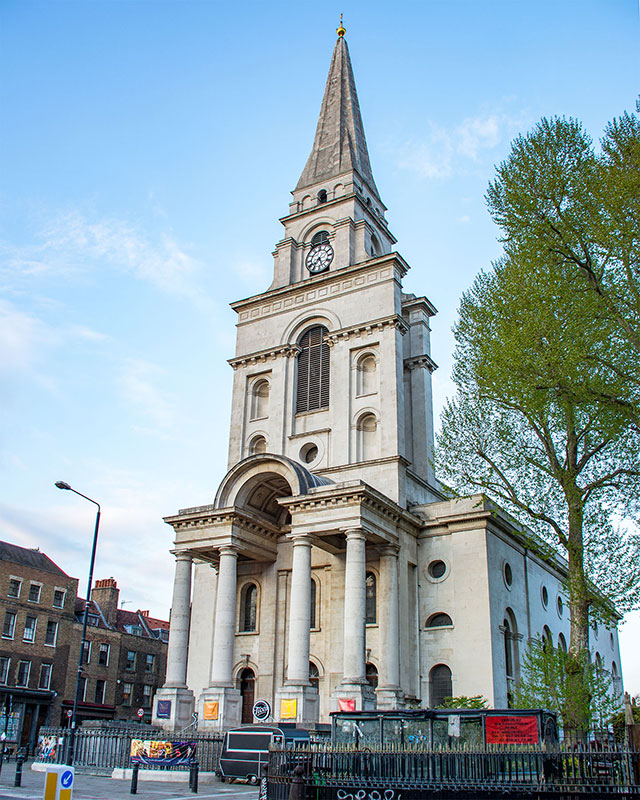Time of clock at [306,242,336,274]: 7:27
